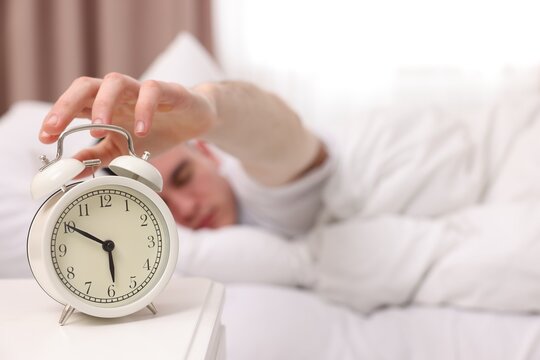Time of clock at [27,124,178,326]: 5:50
